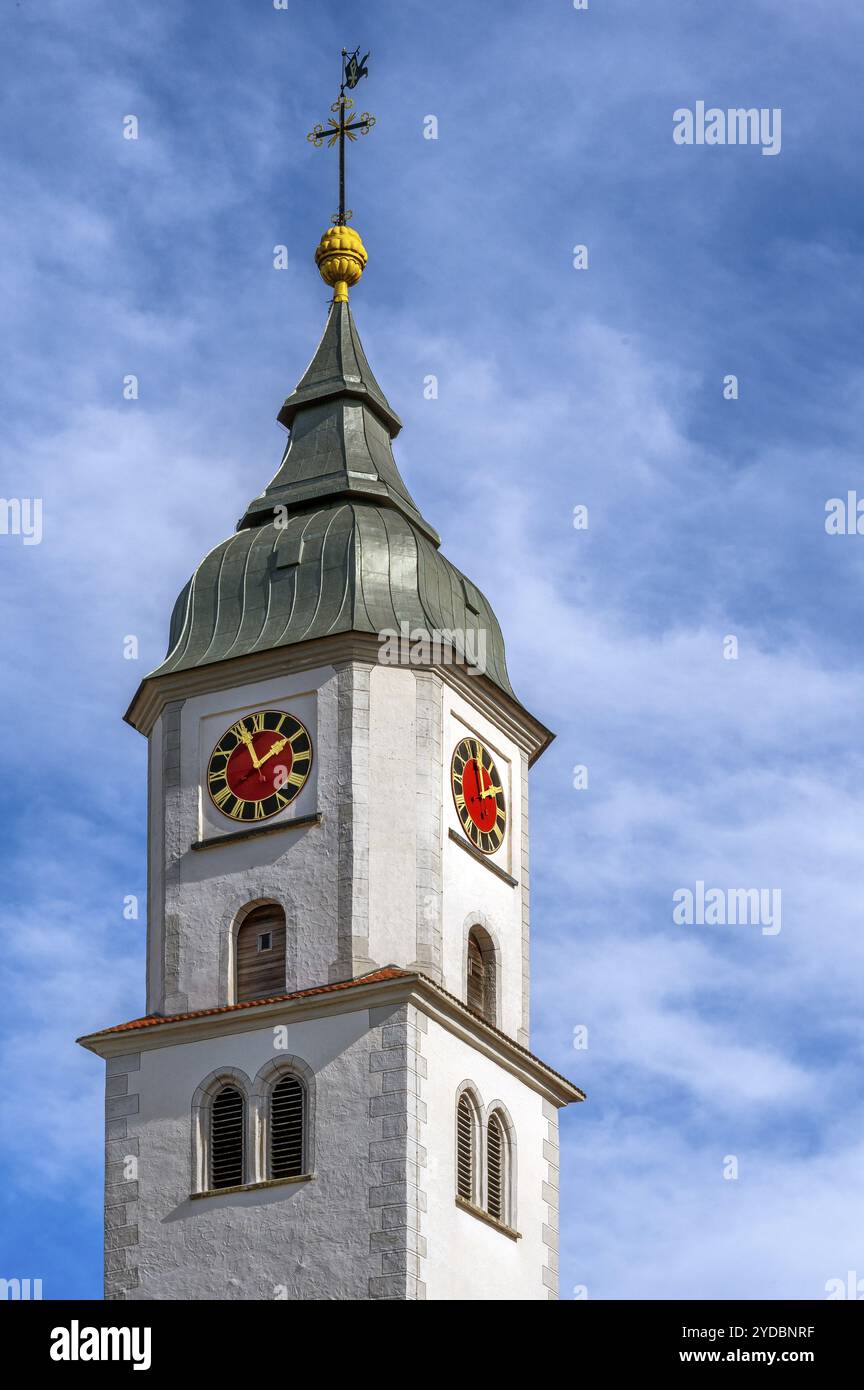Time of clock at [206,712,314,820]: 1:56
